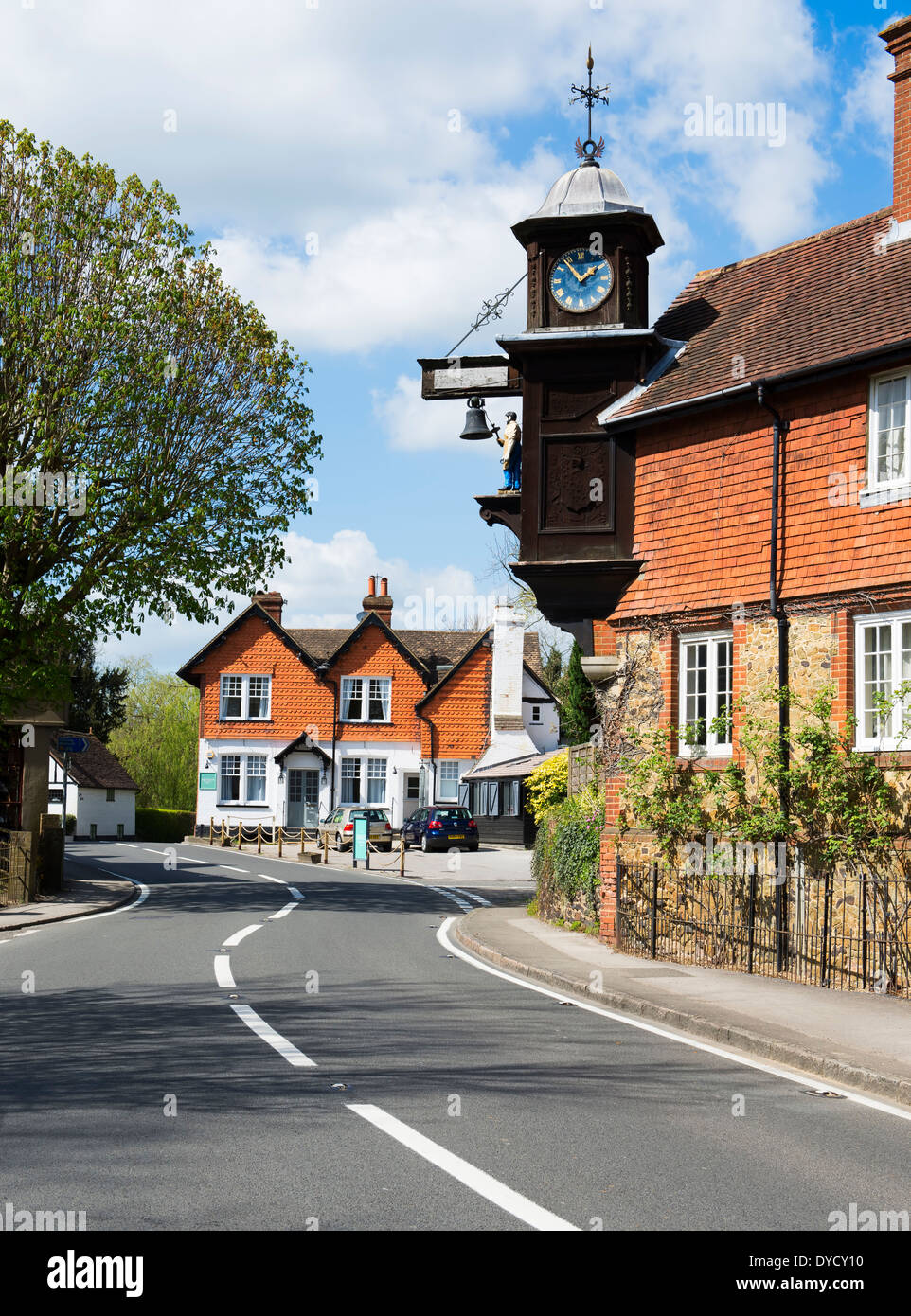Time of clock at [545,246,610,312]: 1:53
